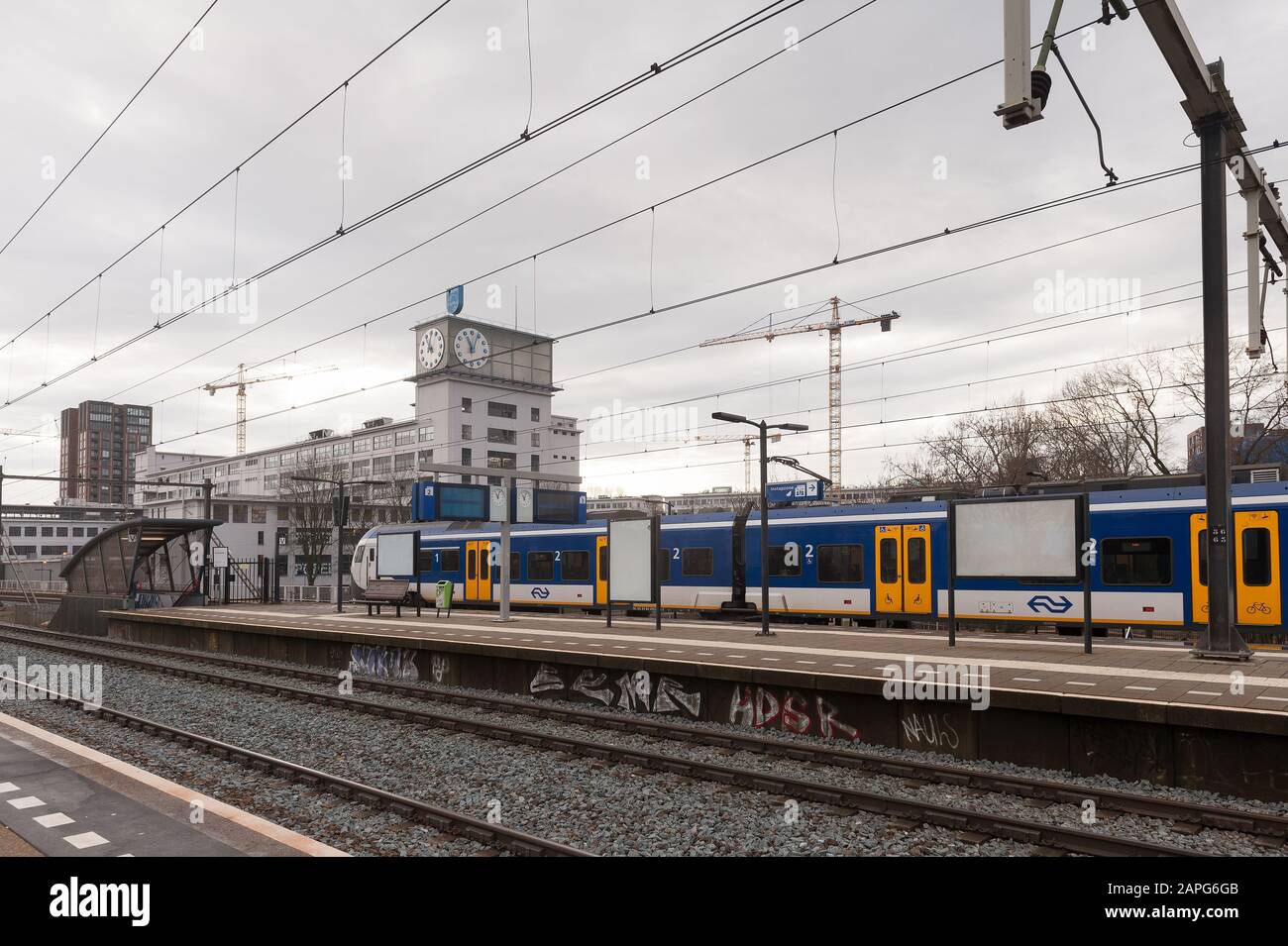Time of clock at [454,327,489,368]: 11:03
